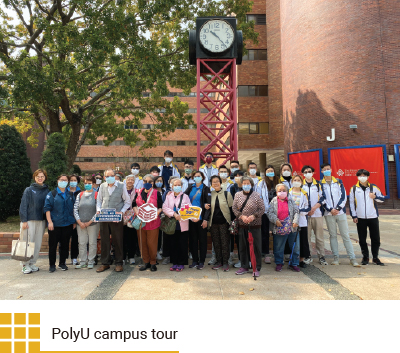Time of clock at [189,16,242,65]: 10:23
